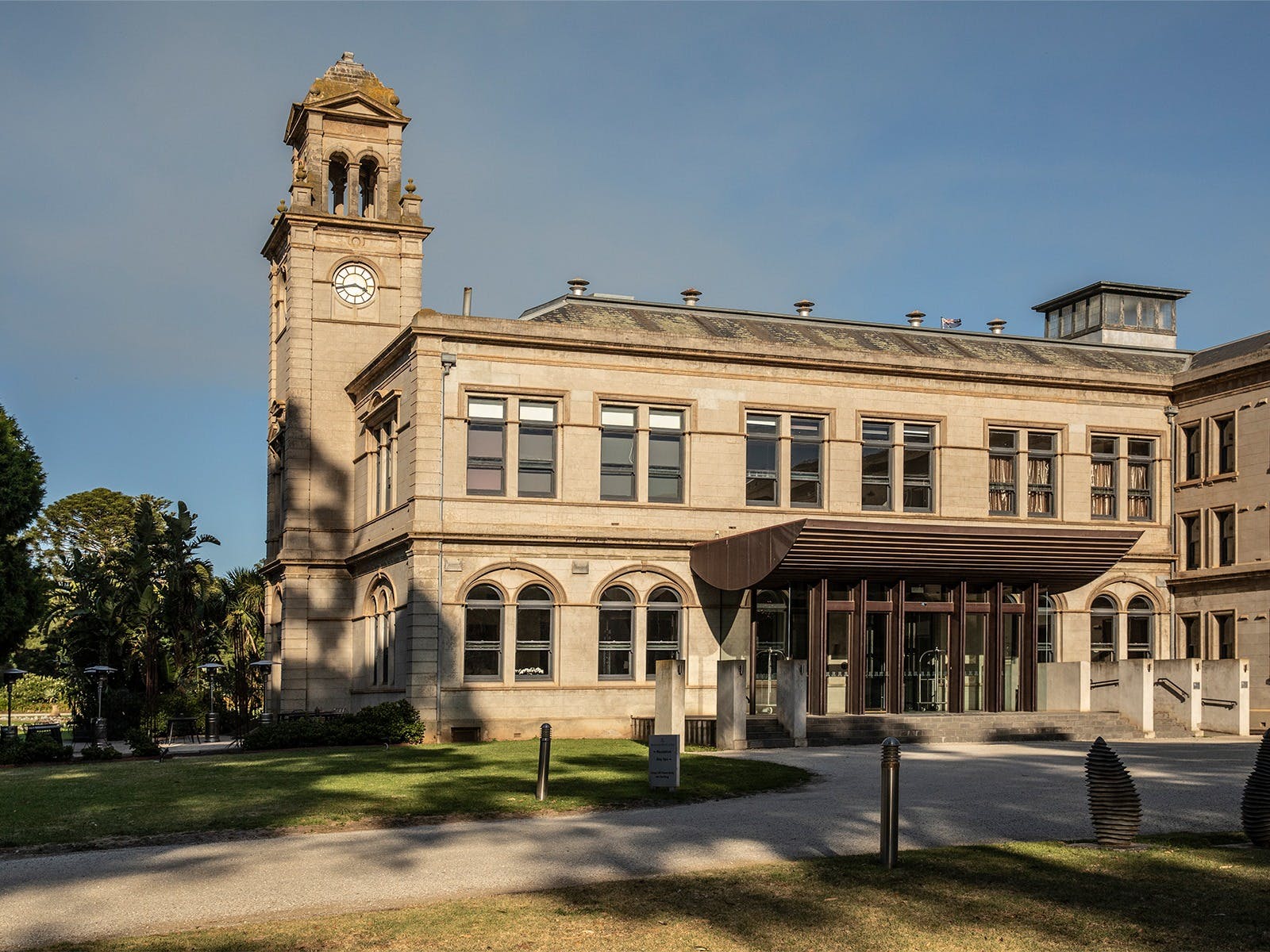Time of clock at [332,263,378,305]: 3:42
